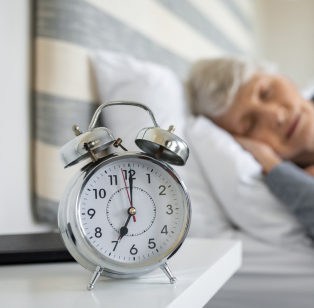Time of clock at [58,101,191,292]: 7:00
